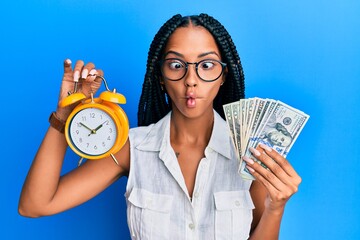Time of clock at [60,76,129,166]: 1:50
